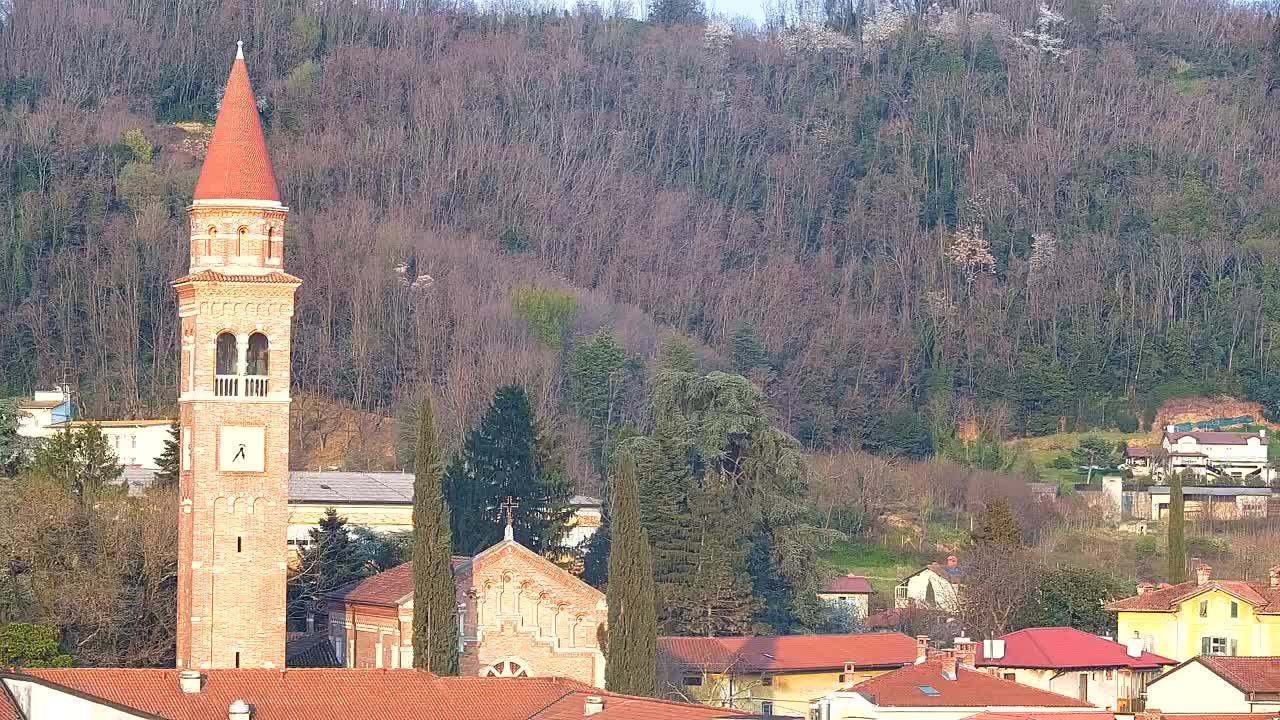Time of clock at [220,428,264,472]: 5:35
